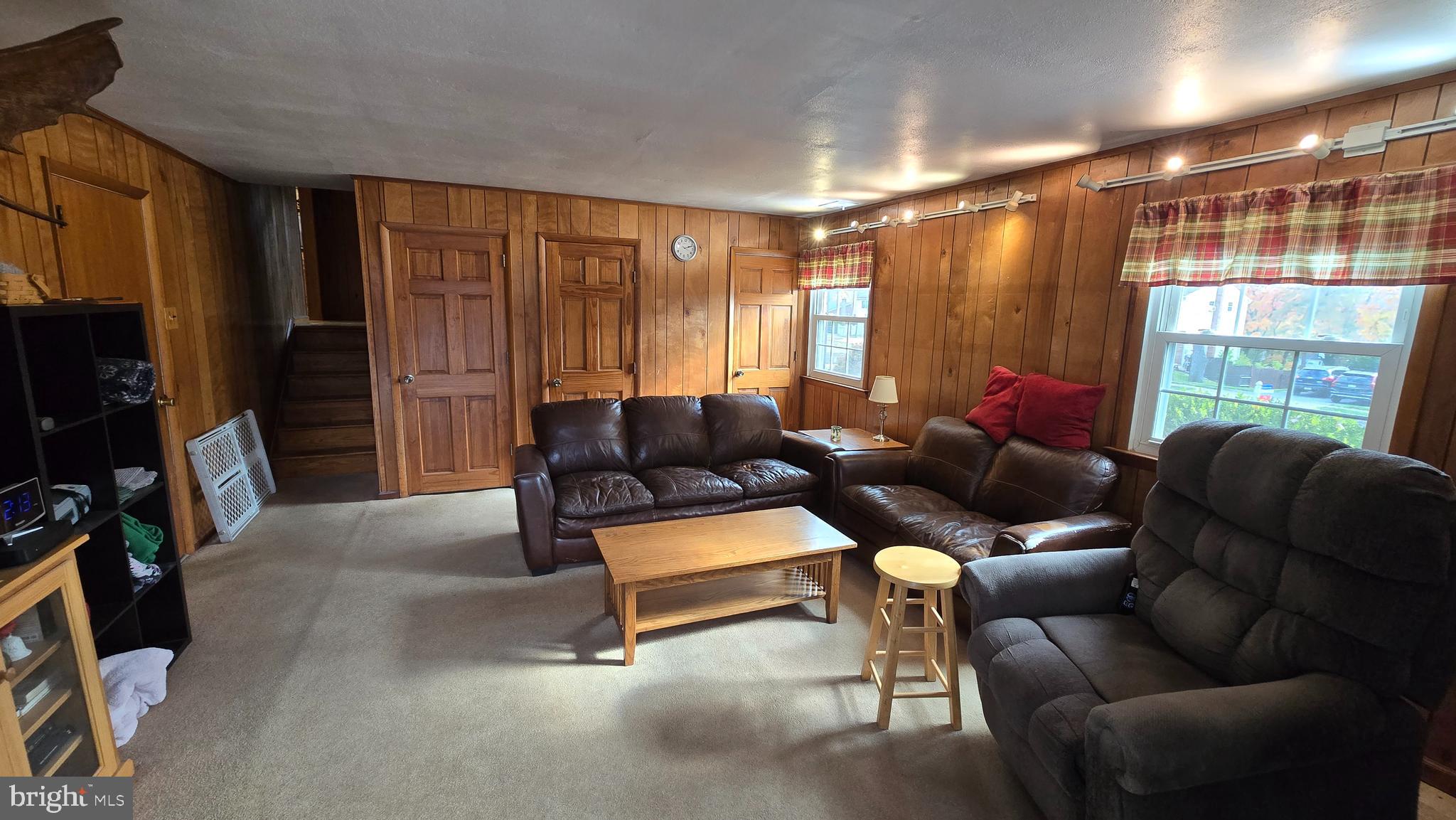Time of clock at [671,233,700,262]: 2:11
